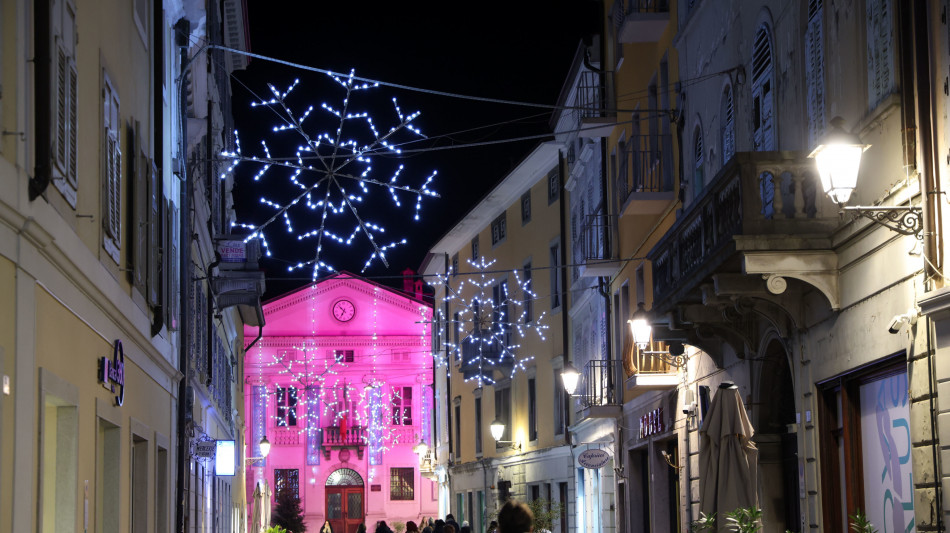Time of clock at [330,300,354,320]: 6:52
